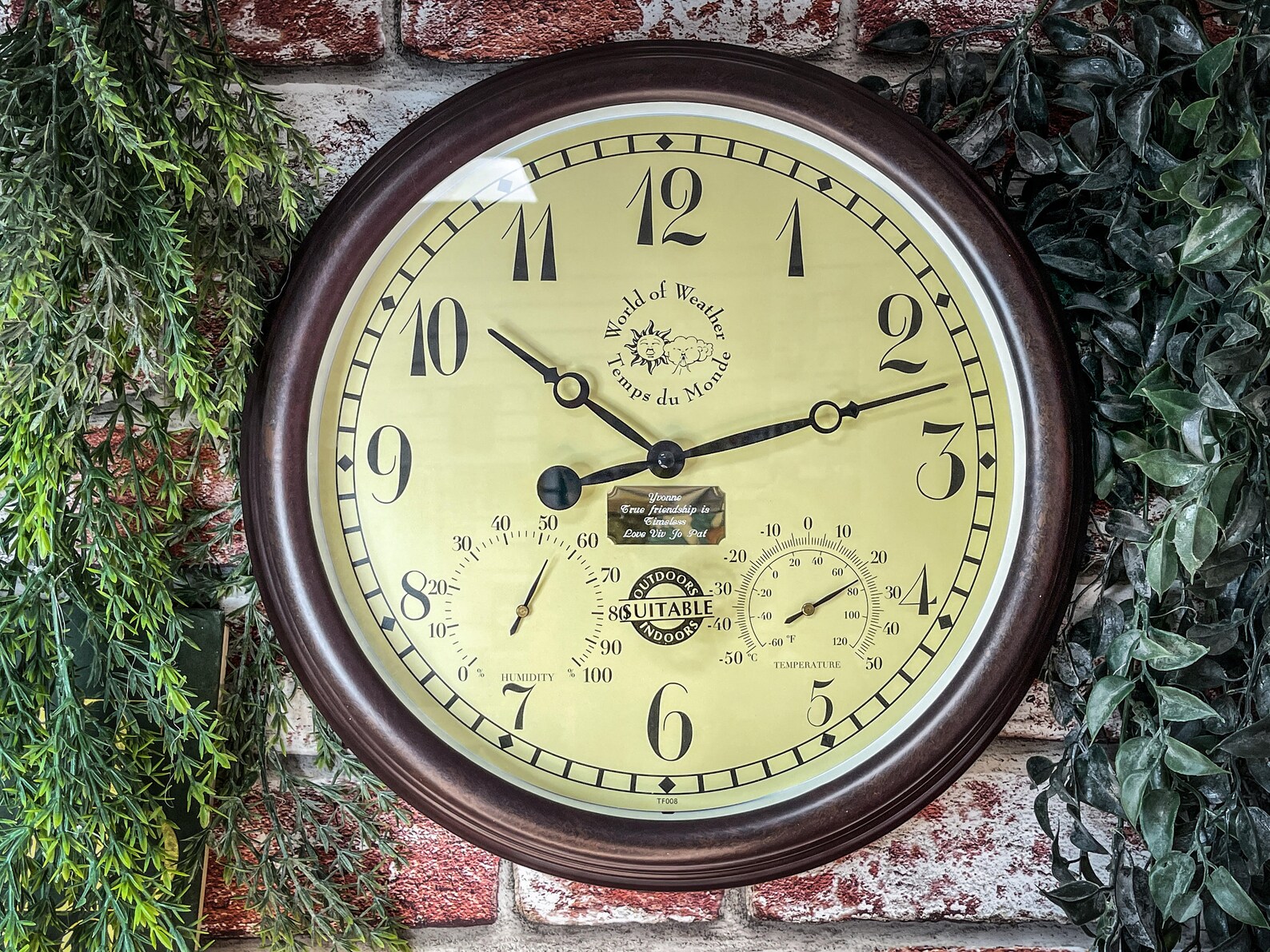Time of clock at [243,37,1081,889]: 10:12
